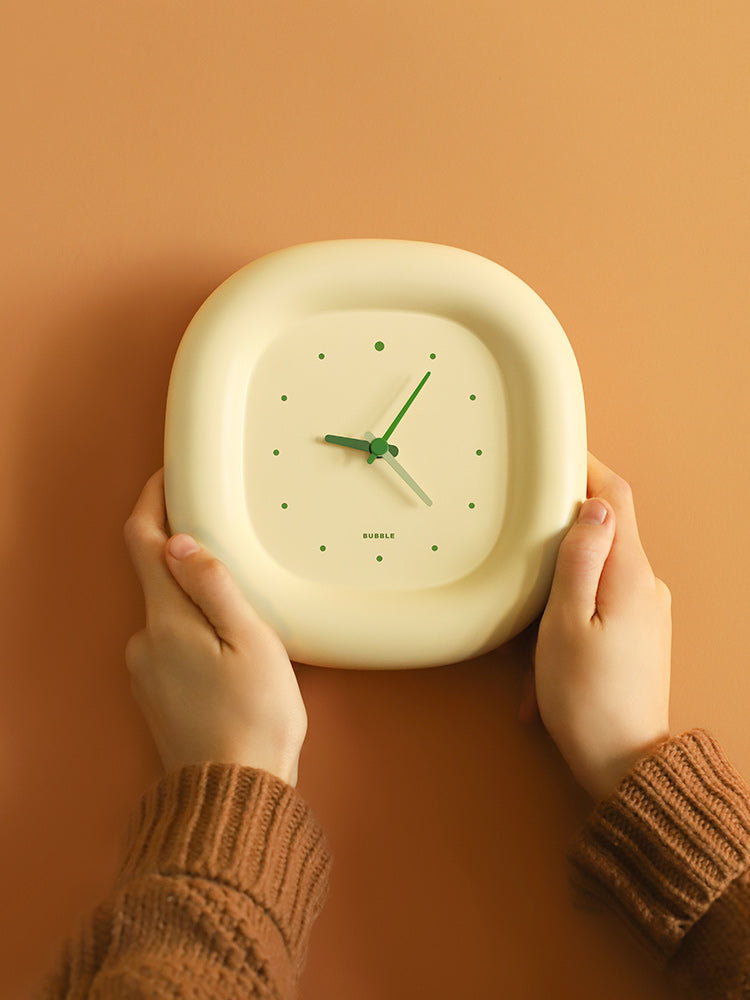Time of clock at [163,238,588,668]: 9:05
